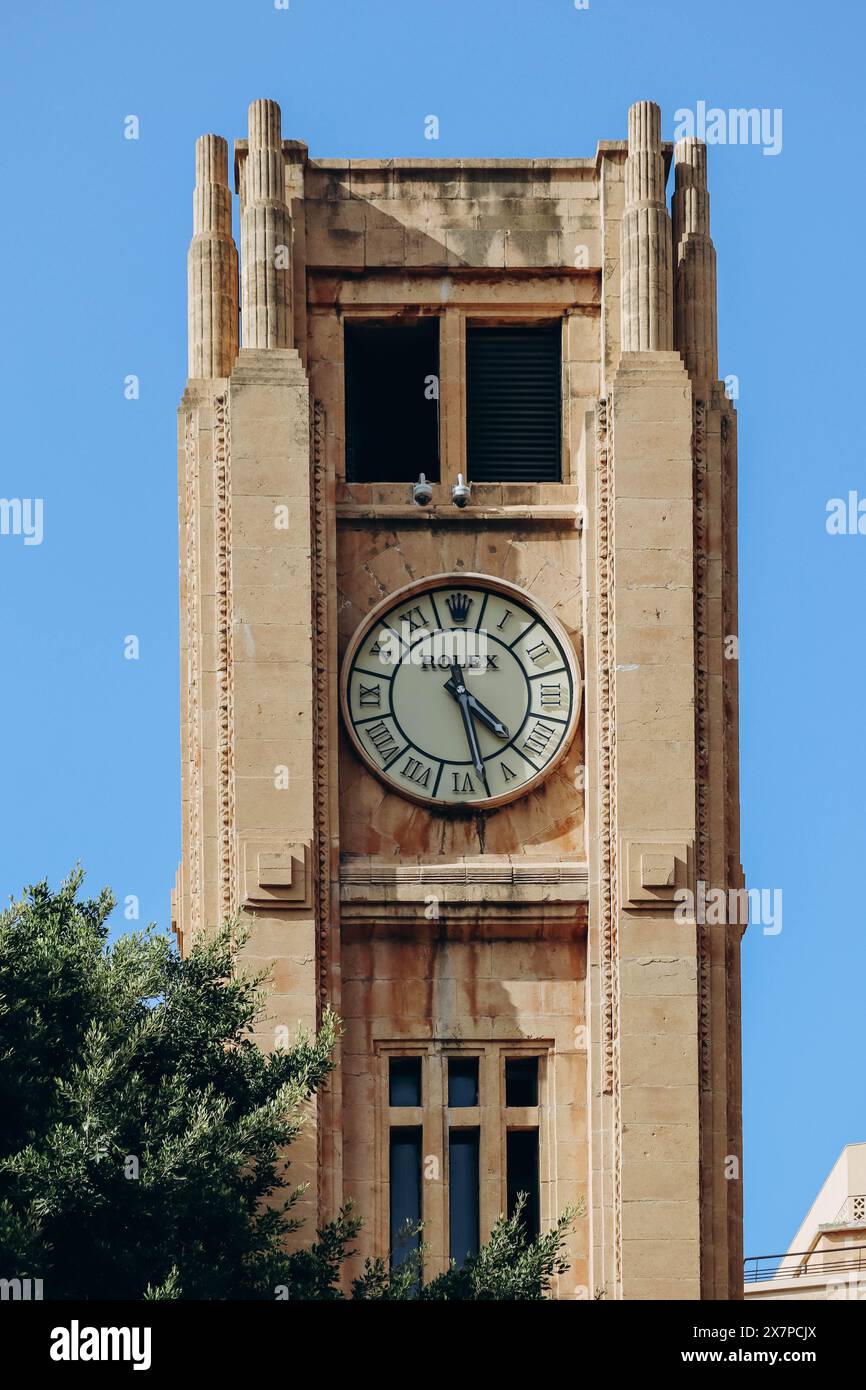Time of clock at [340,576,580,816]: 4:28
